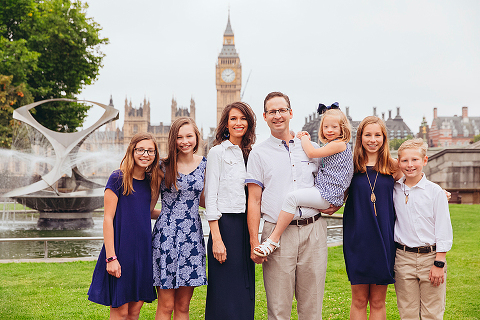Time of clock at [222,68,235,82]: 9:09
